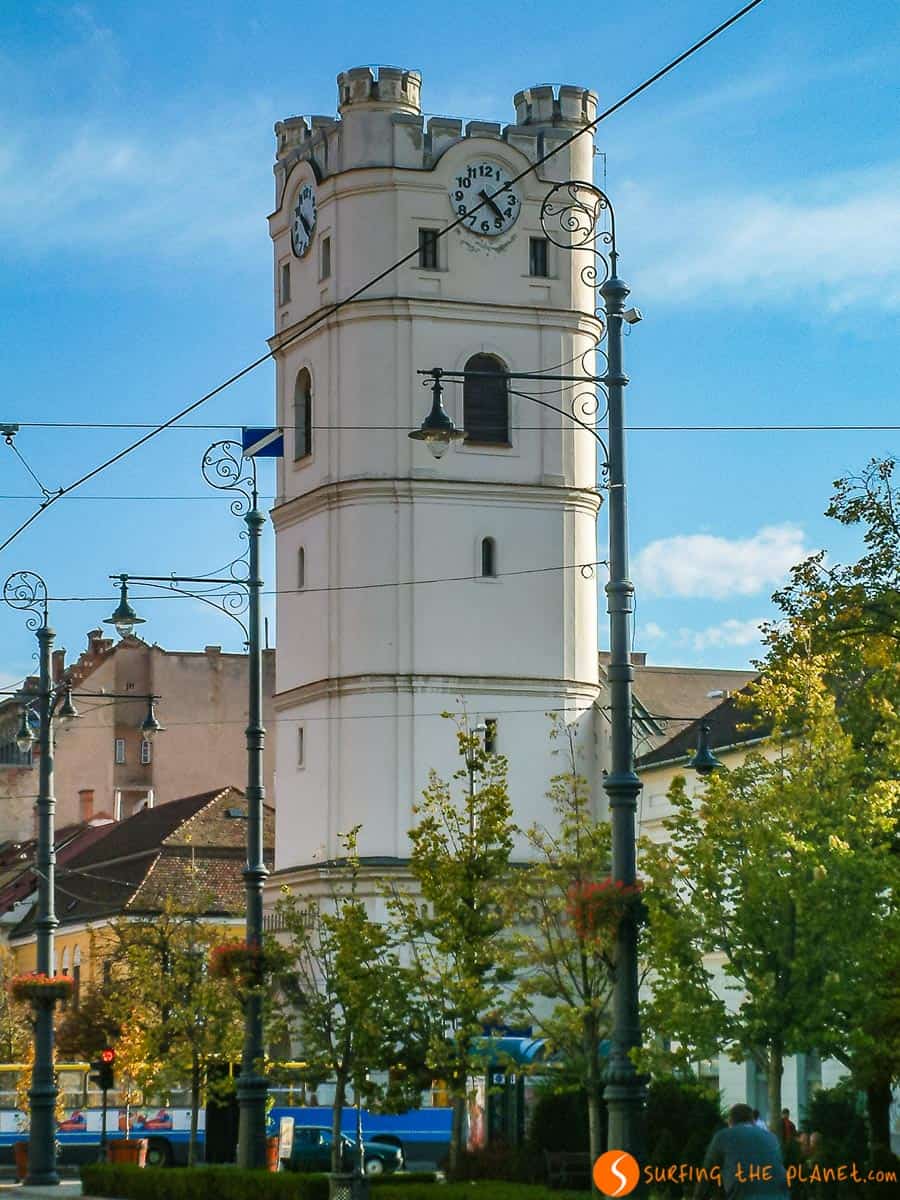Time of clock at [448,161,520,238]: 4:38
